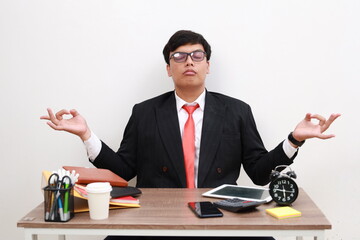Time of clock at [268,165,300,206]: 5:46
